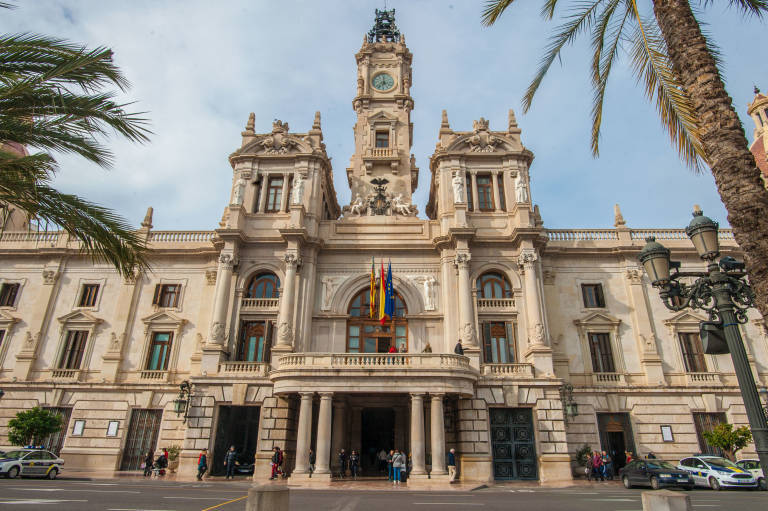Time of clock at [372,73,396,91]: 7:00
